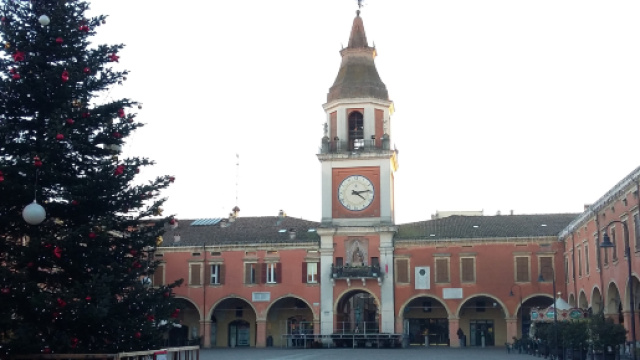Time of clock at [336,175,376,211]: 4:13
